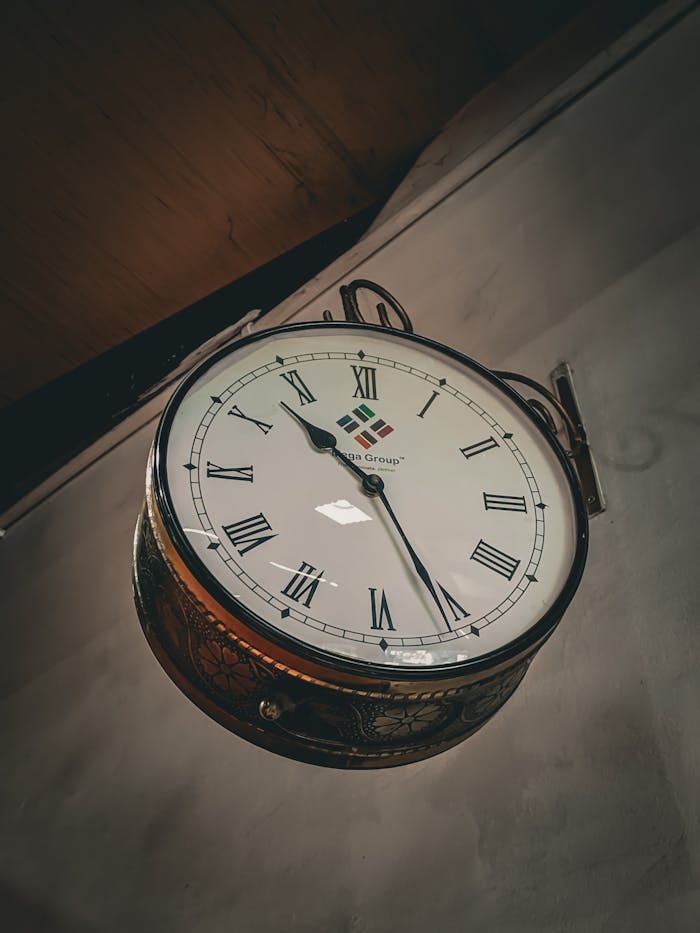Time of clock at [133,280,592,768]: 10:25
